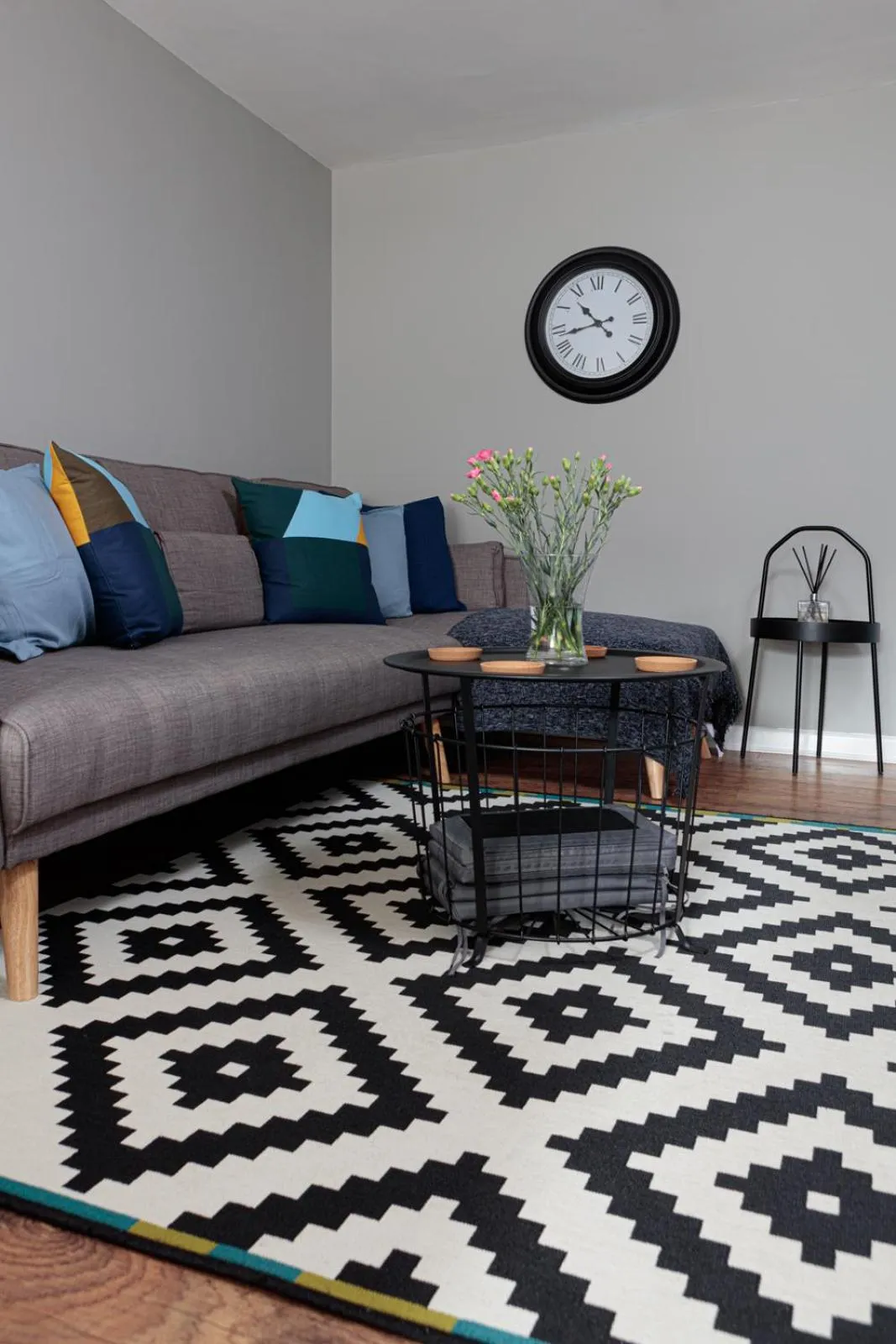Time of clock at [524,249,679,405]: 10:42
